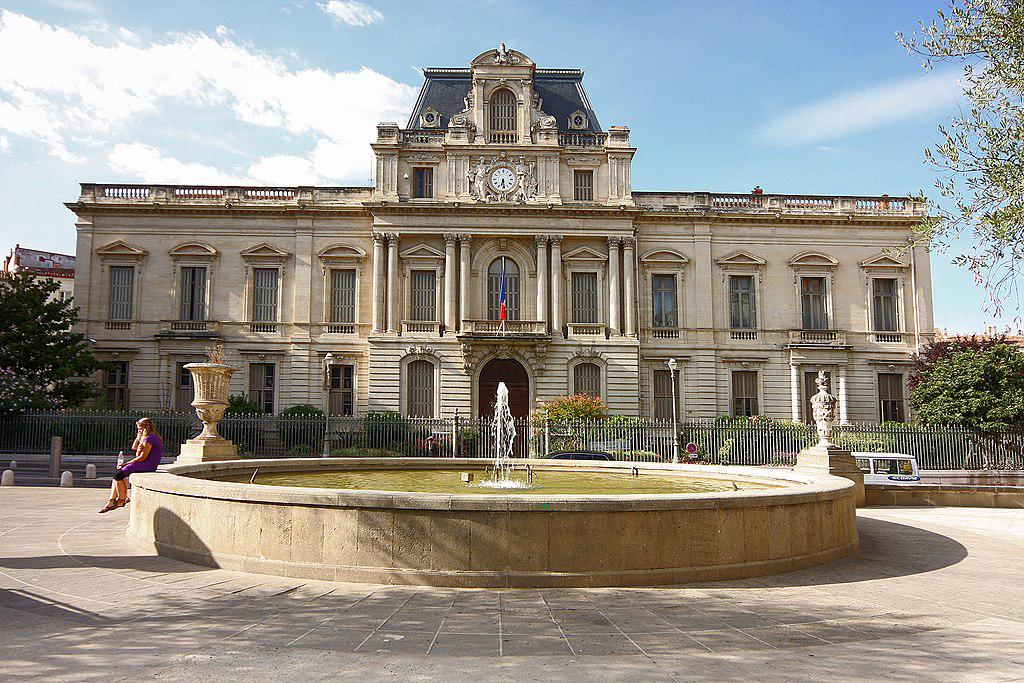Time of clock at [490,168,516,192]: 6:28
